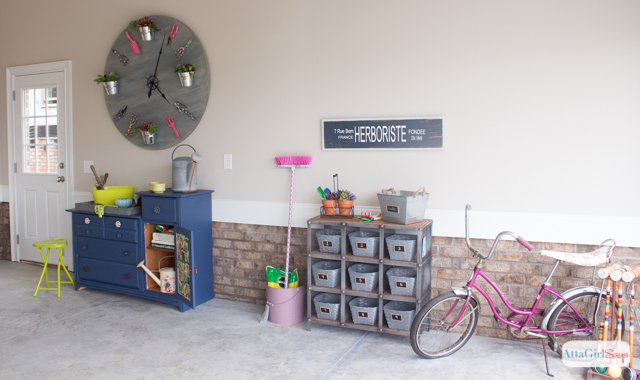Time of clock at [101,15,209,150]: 4:03
